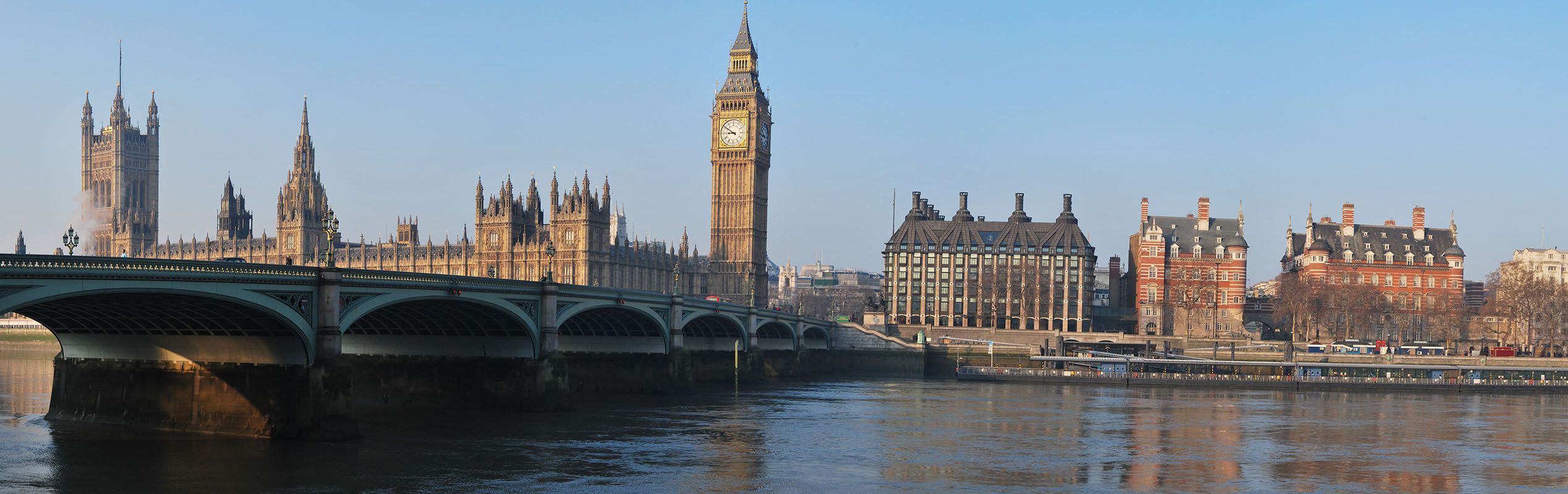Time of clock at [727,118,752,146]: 8:50
